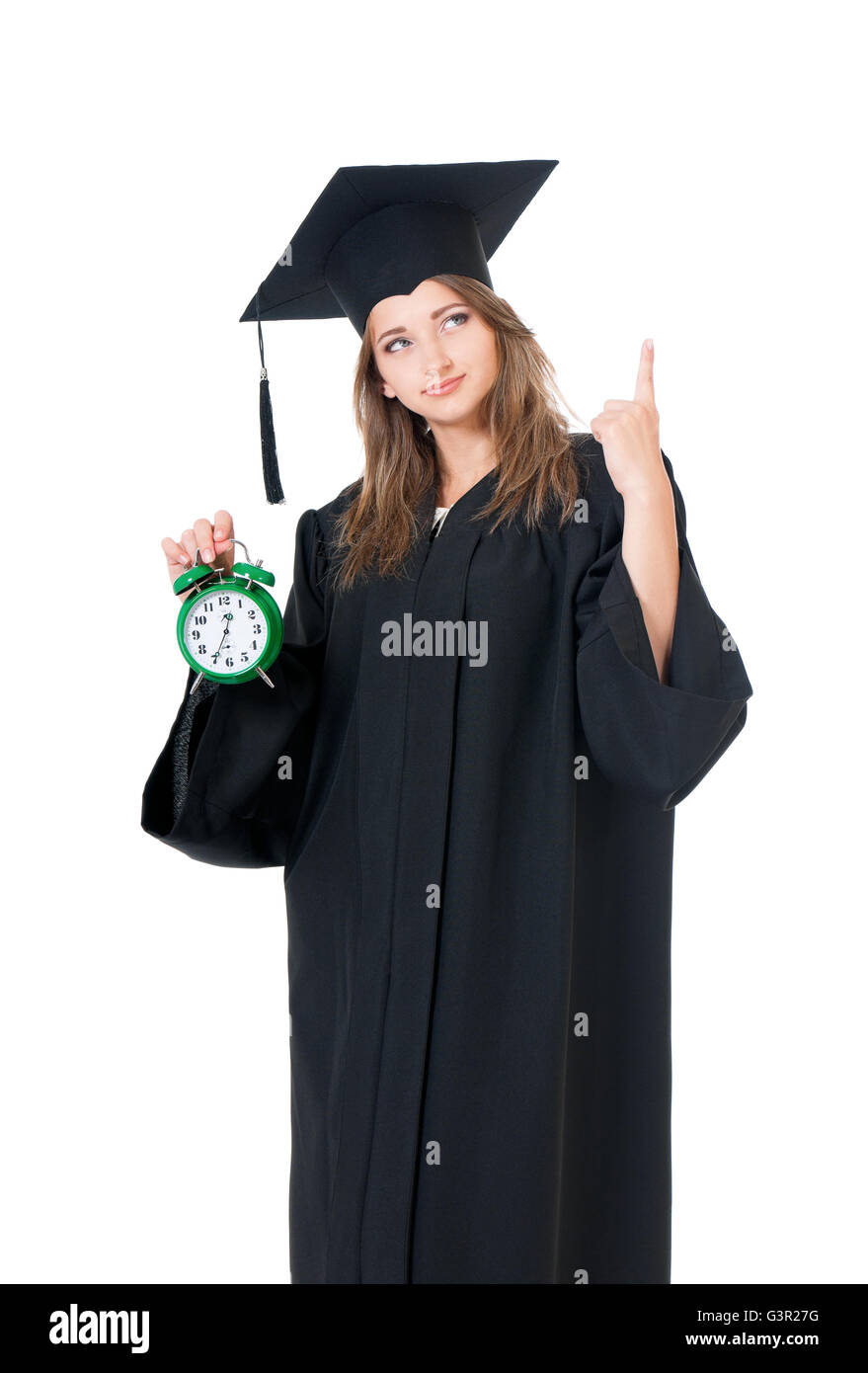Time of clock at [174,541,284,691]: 12:34
